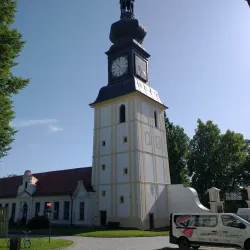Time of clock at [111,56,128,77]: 10:31
